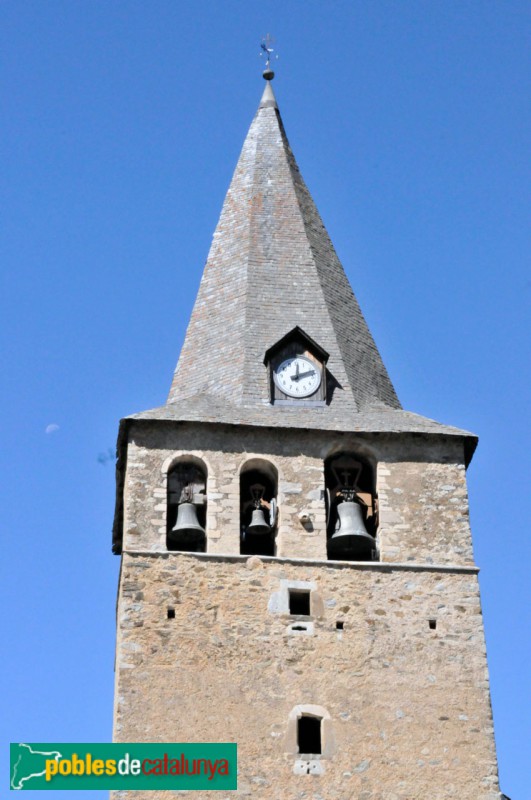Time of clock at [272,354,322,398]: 12:12
